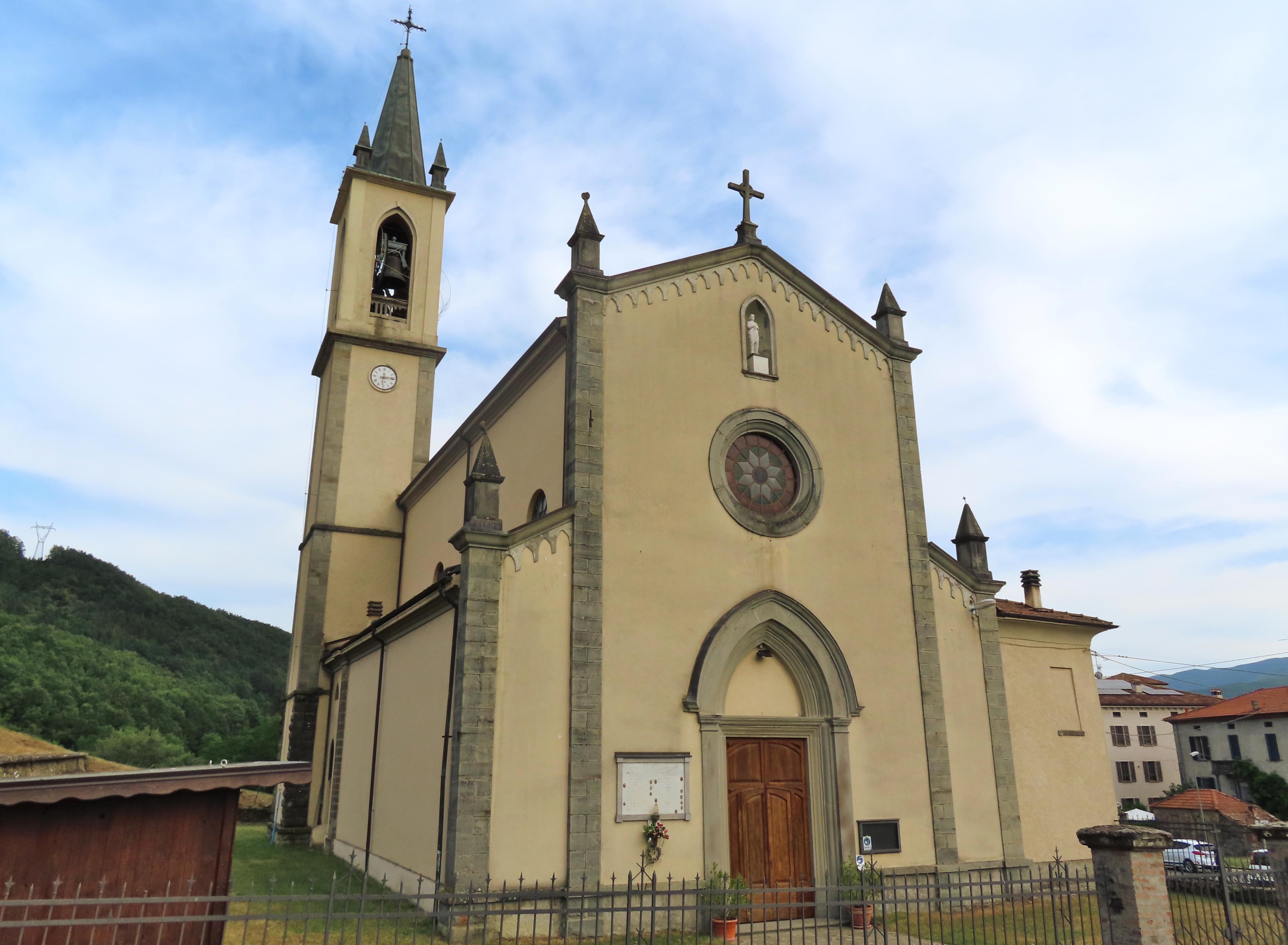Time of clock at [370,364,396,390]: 6:14
